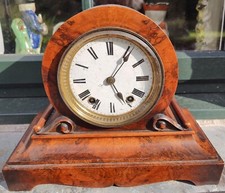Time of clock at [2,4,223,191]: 5:05
